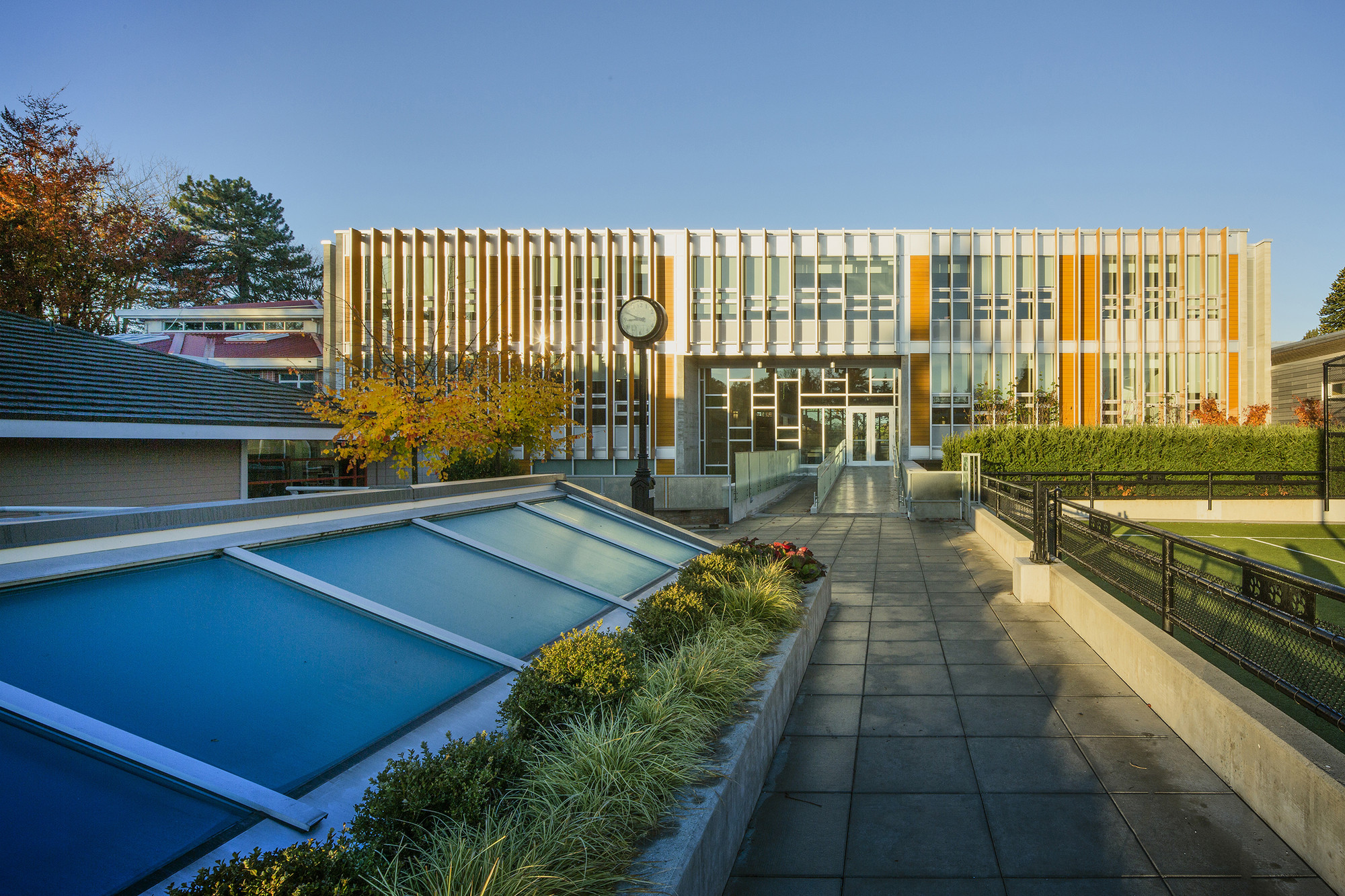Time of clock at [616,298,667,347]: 8:49
